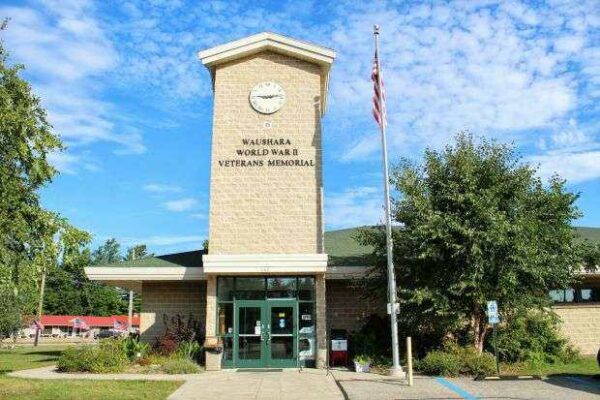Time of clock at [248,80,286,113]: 9:12
